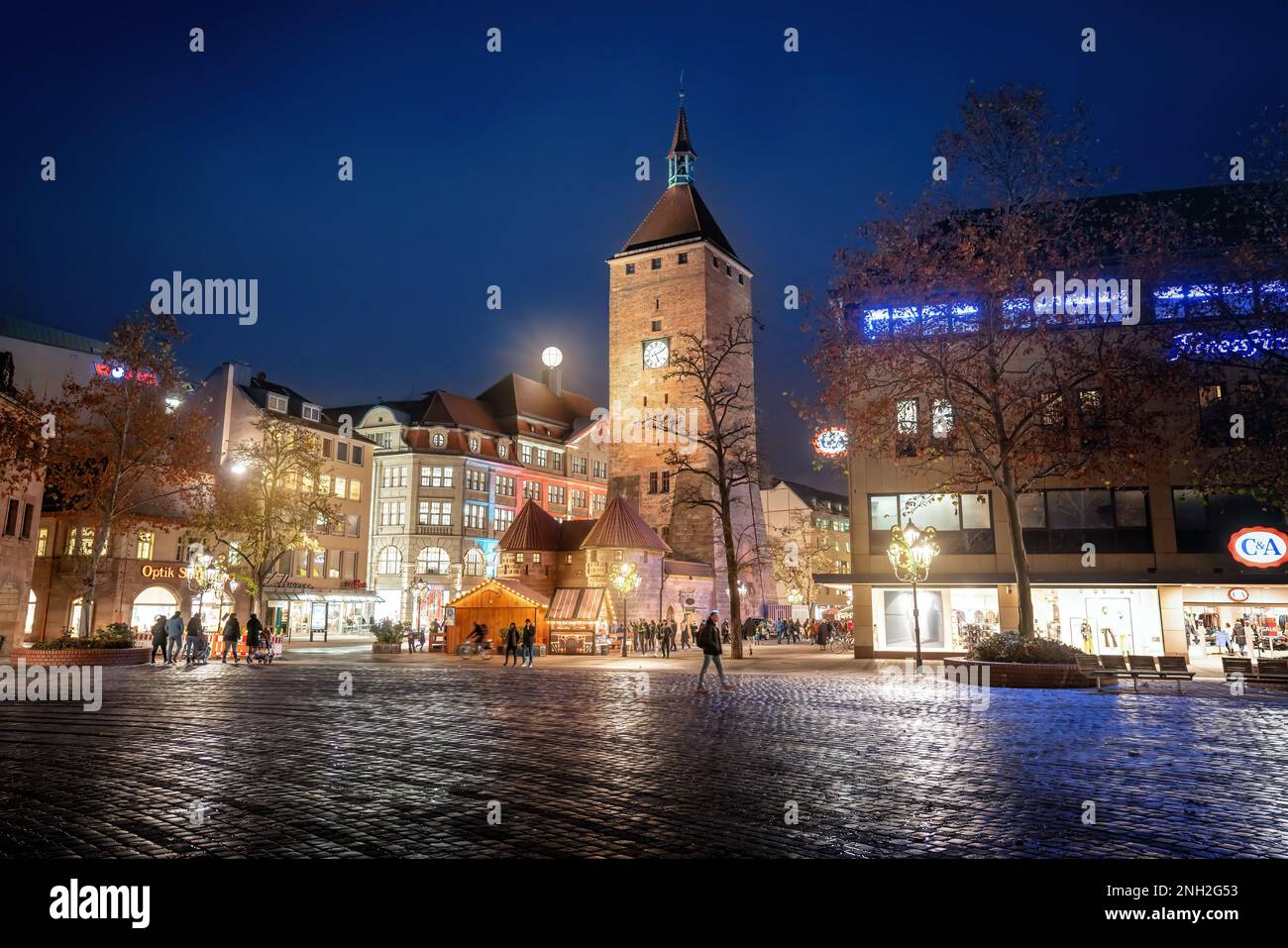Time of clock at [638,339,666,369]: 5:11
